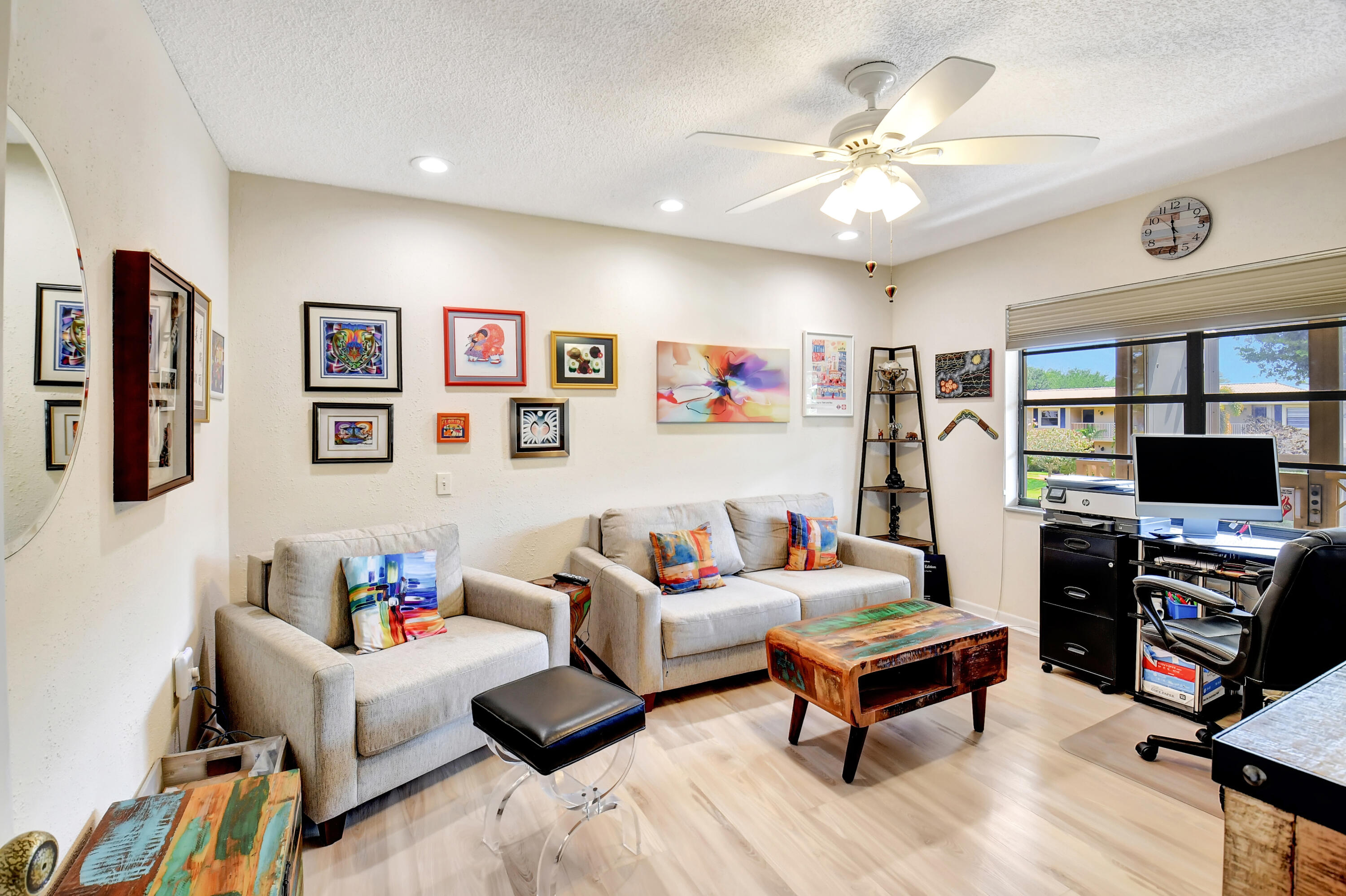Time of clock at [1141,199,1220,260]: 11:28
